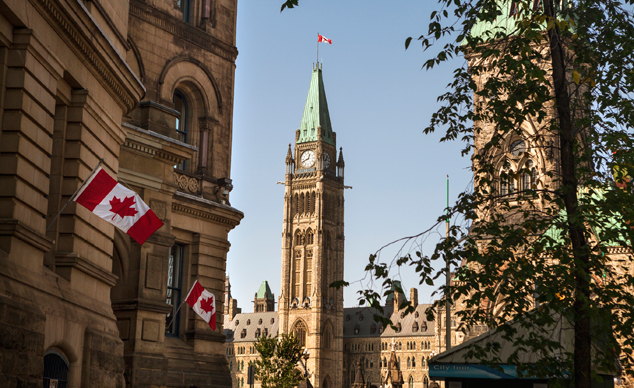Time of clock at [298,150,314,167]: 12:41
